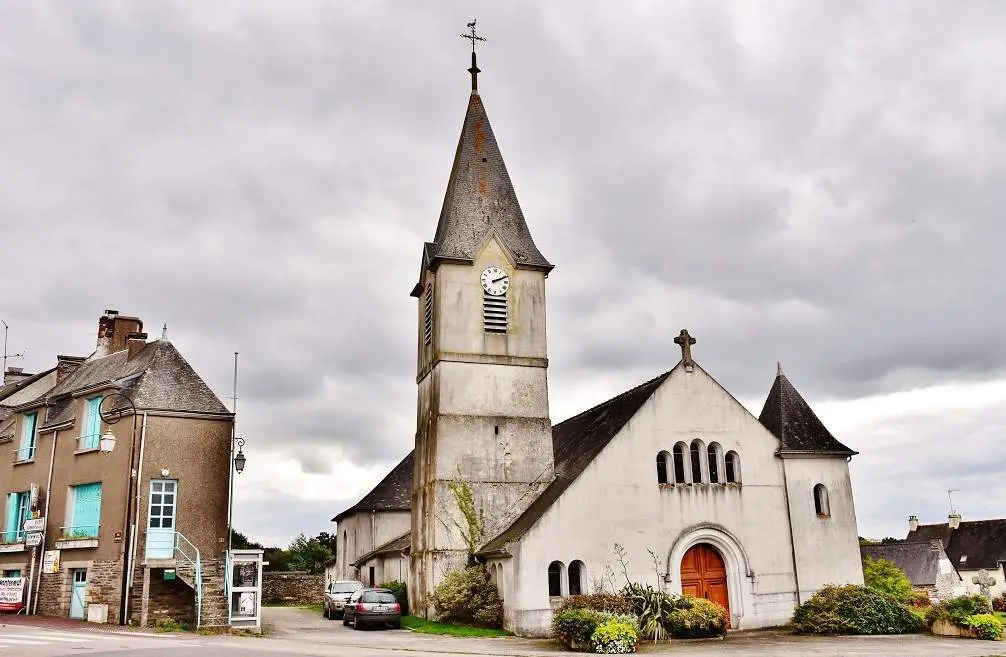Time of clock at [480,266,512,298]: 2:11
